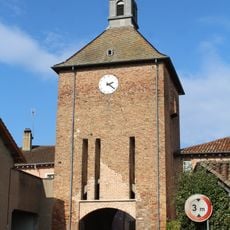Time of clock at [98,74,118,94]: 2:21
